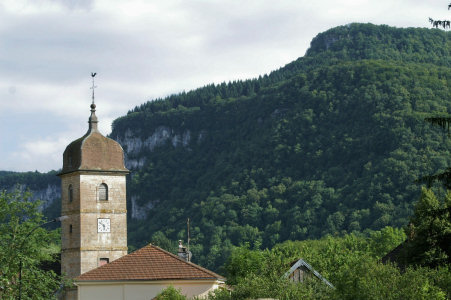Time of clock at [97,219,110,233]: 5:51
